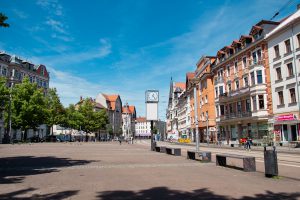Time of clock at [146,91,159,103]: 12:23
